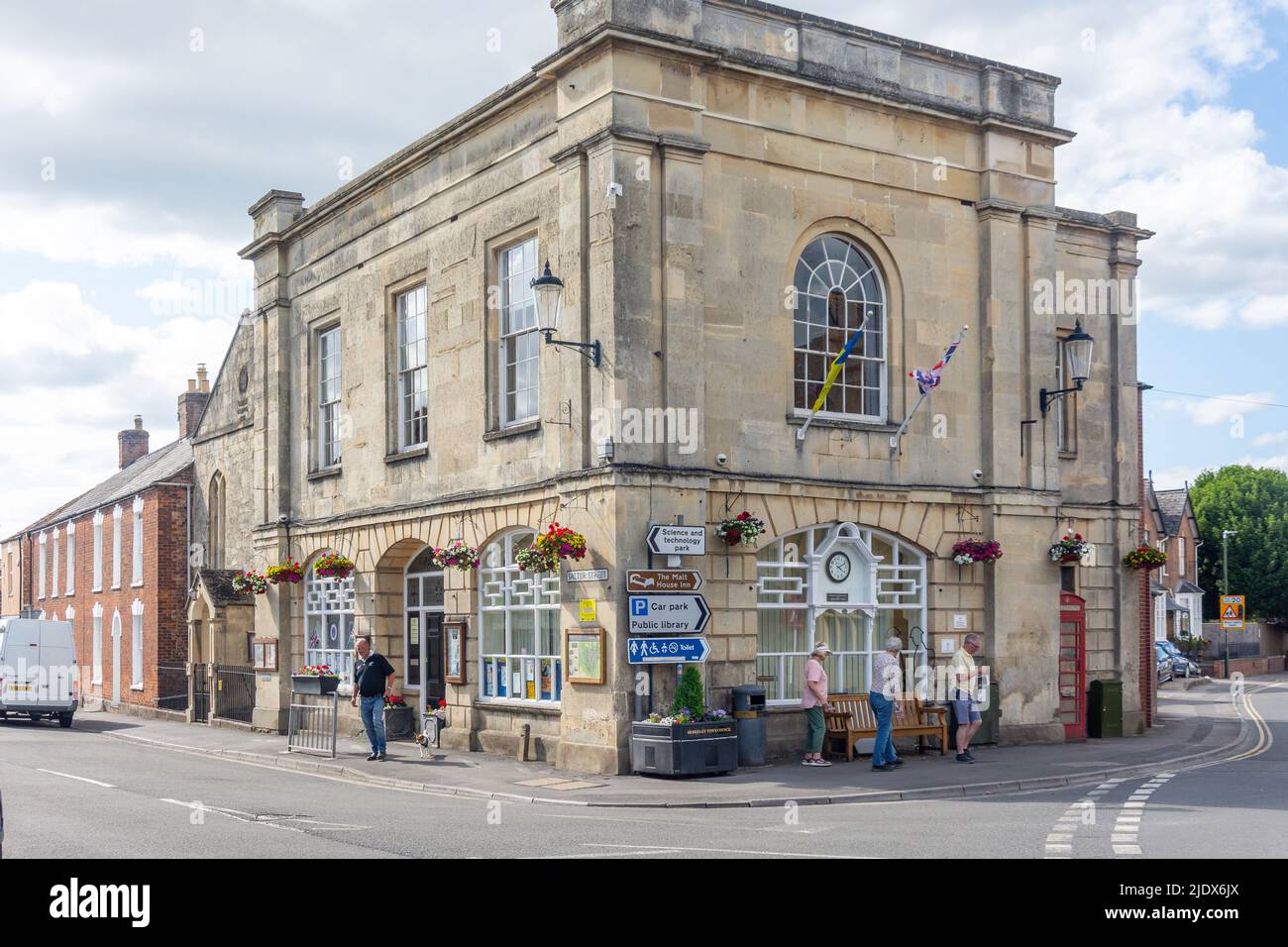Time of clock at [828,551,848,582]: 4:11
